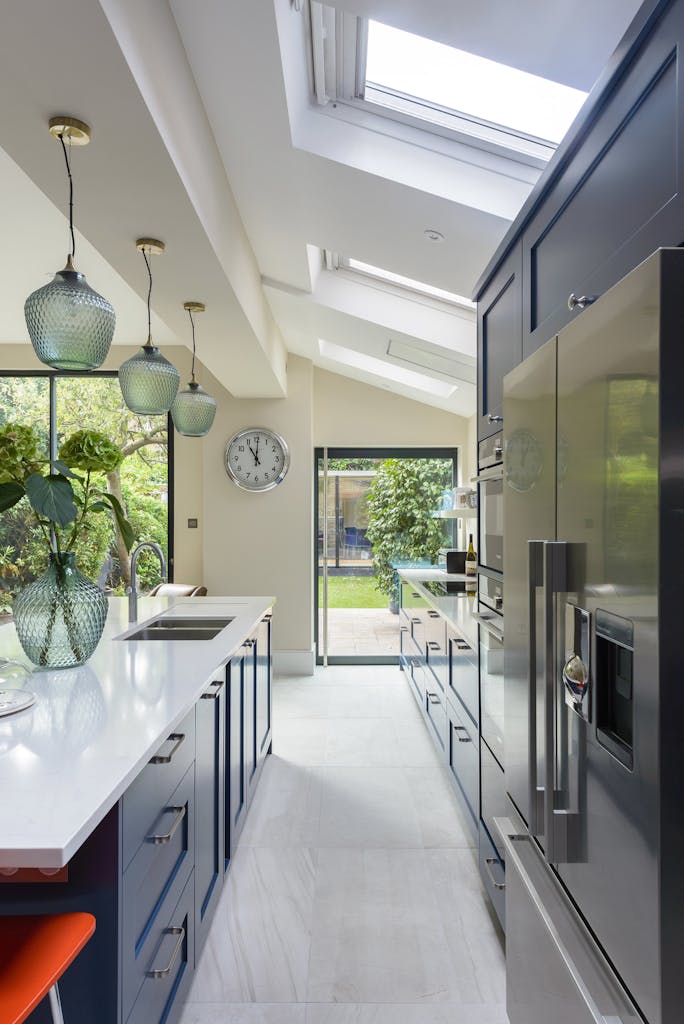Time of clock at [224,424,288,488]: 11:00
